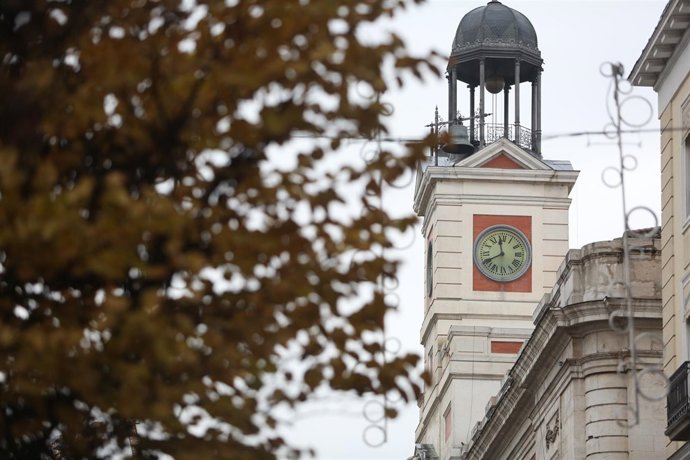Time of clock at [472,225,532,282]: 11:40
